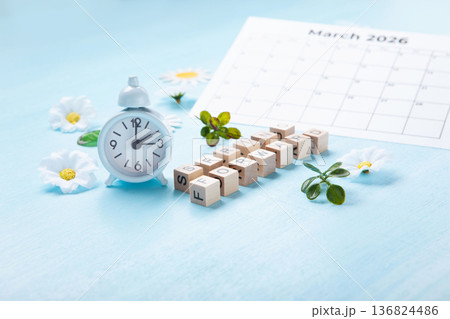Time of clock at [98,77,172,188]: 2:00
